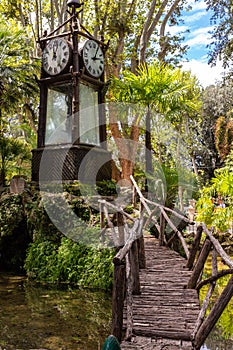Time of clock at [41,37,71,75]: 12:24
